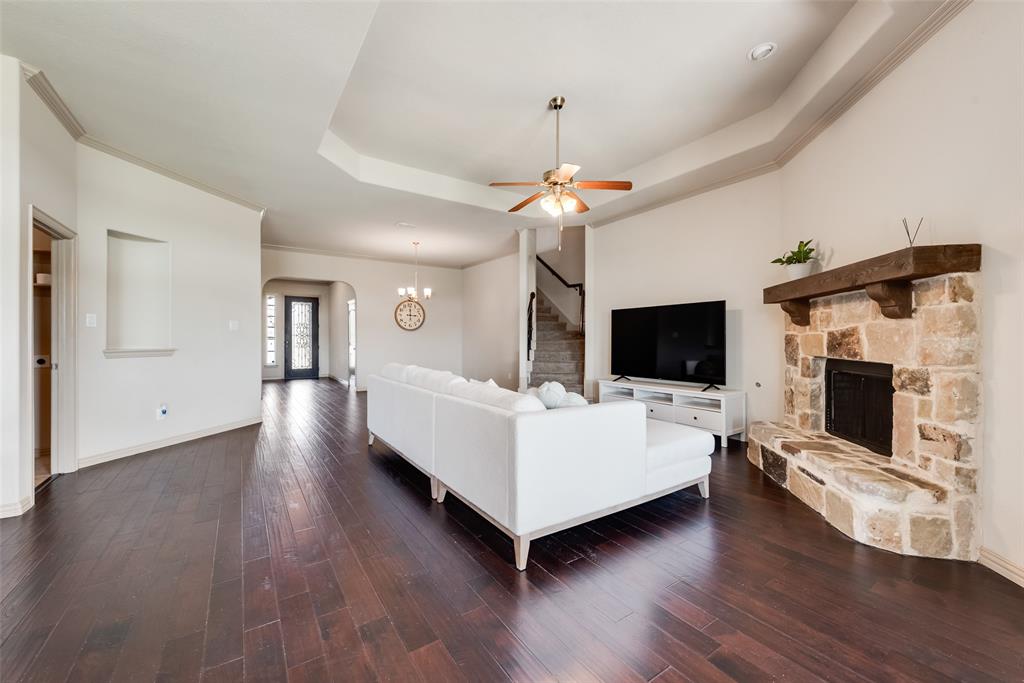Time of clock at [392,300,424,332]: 3:00
